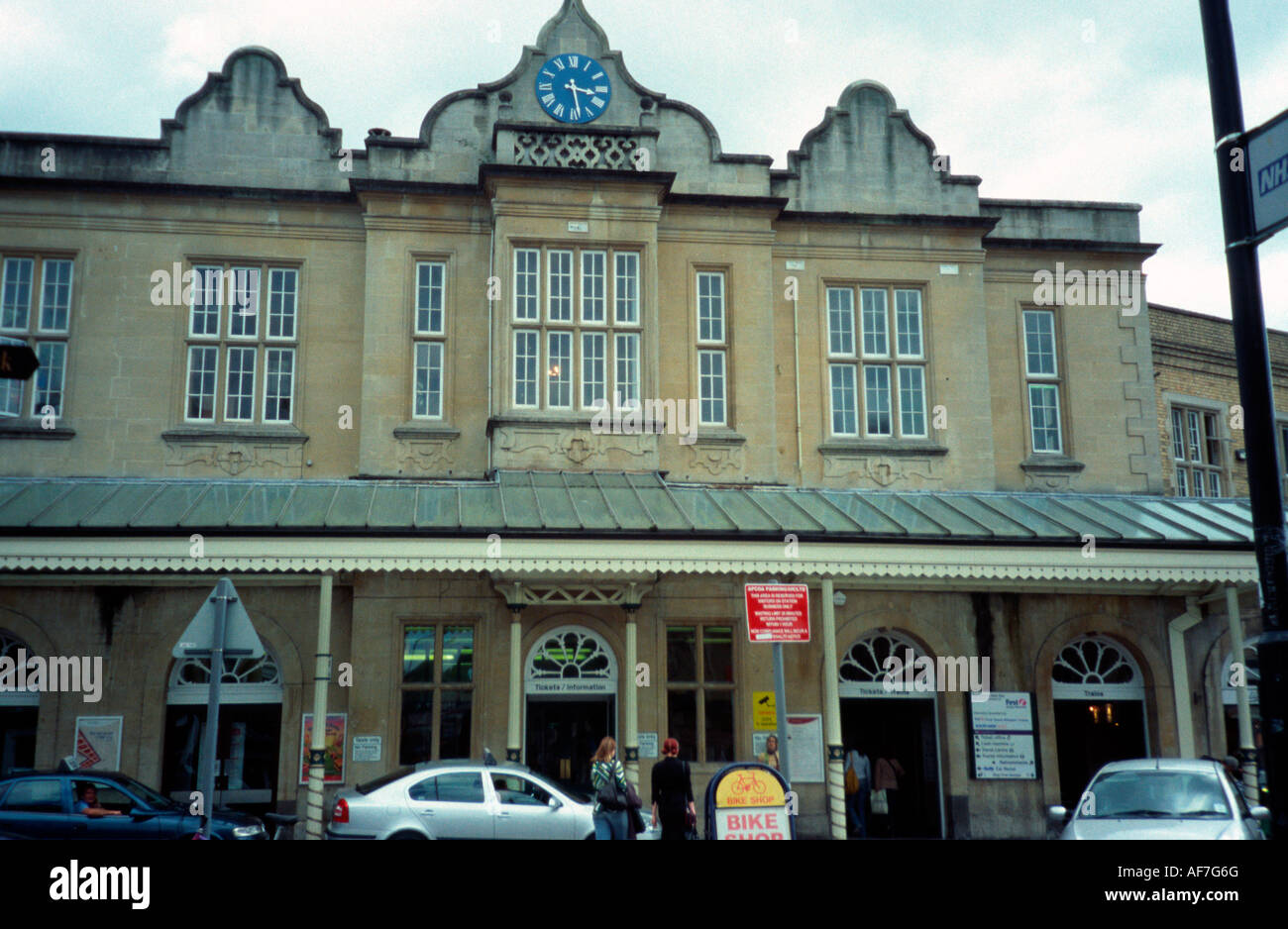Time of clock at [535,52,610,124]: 3:28
